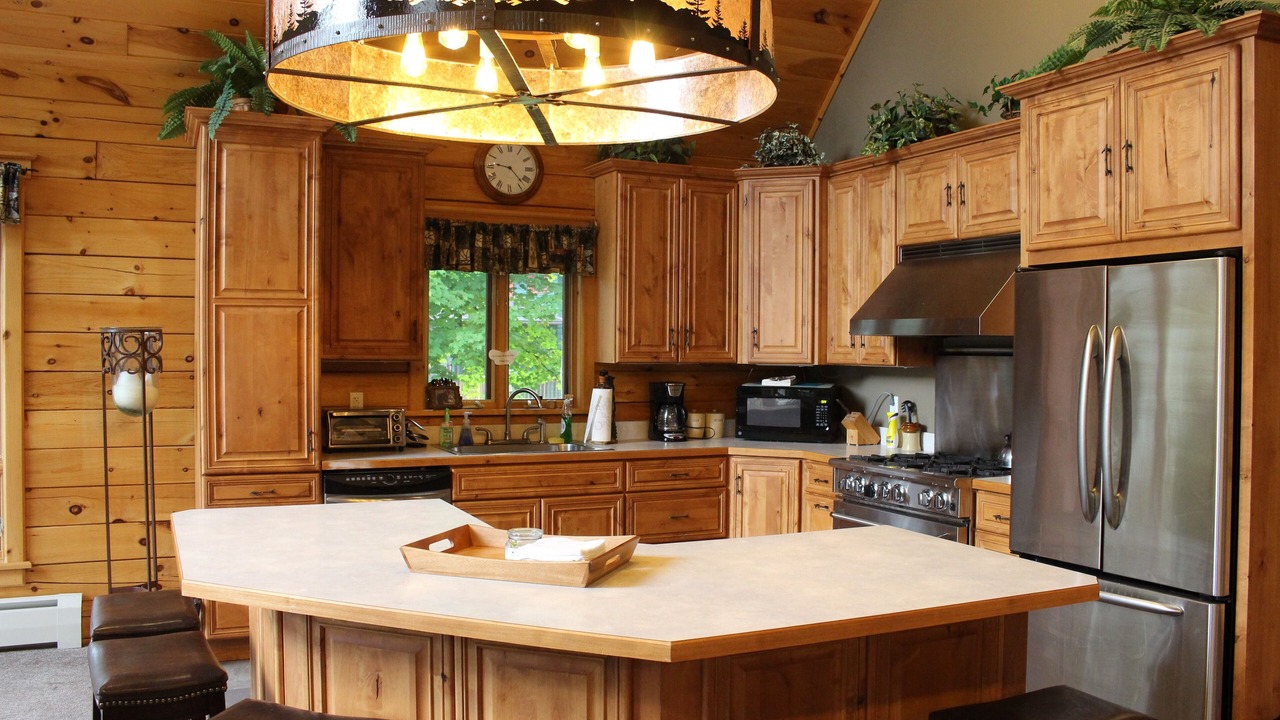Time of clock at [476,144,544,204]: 9:22
